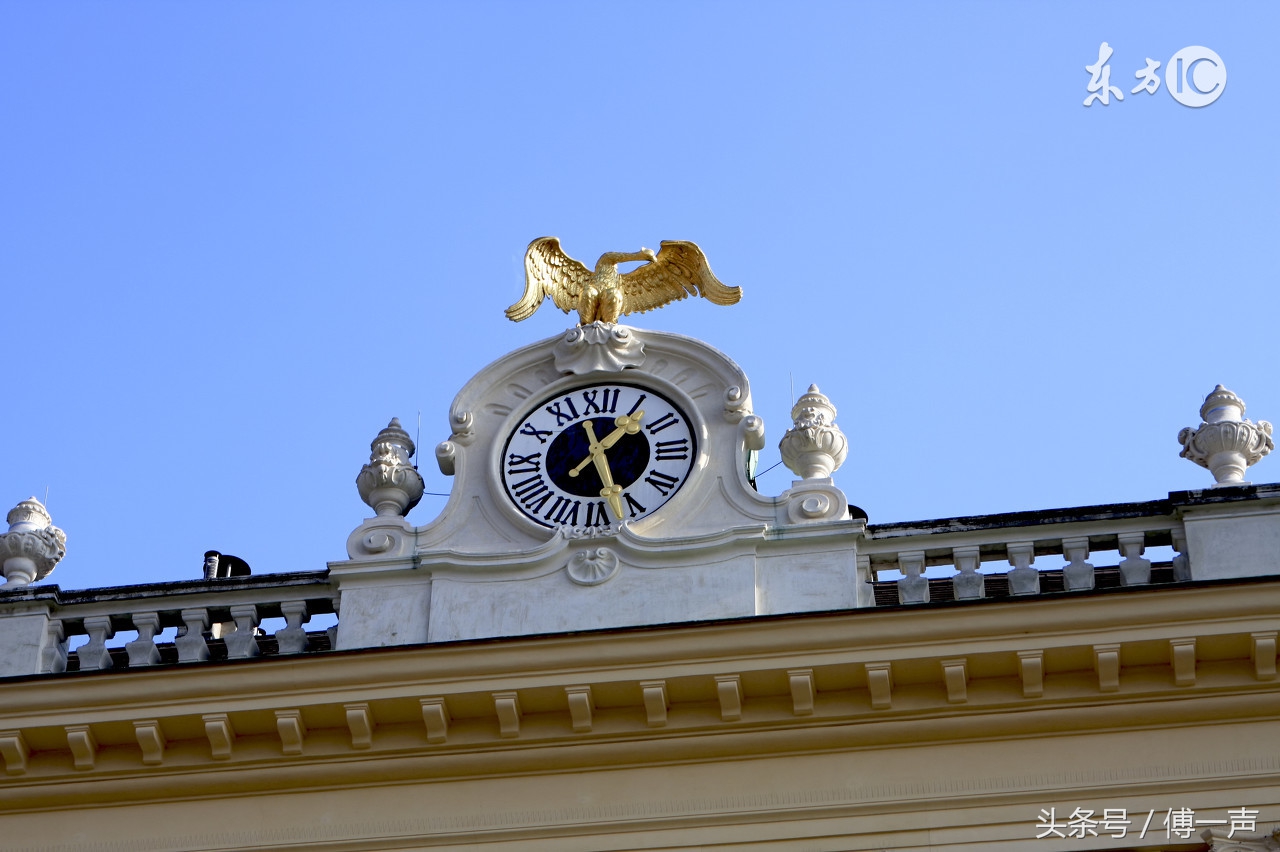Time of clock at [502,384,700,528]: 1:26
